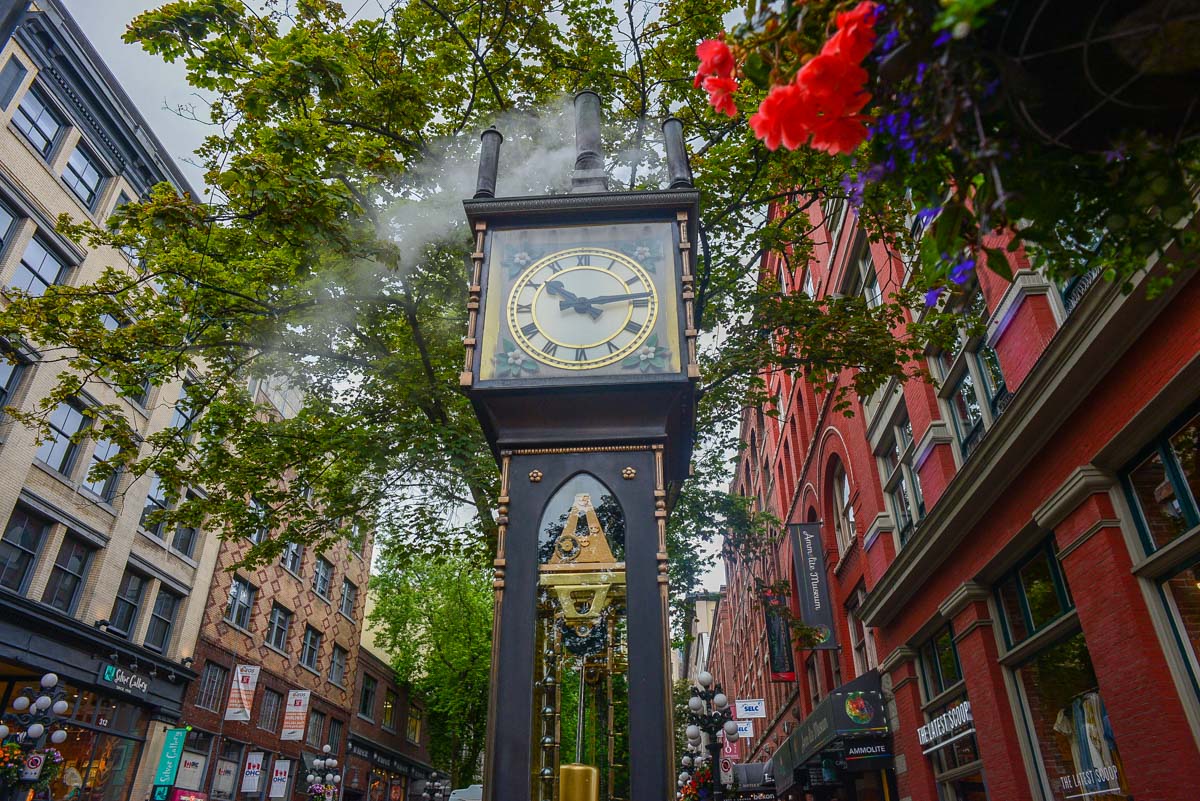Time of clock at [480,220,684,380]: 10:13
